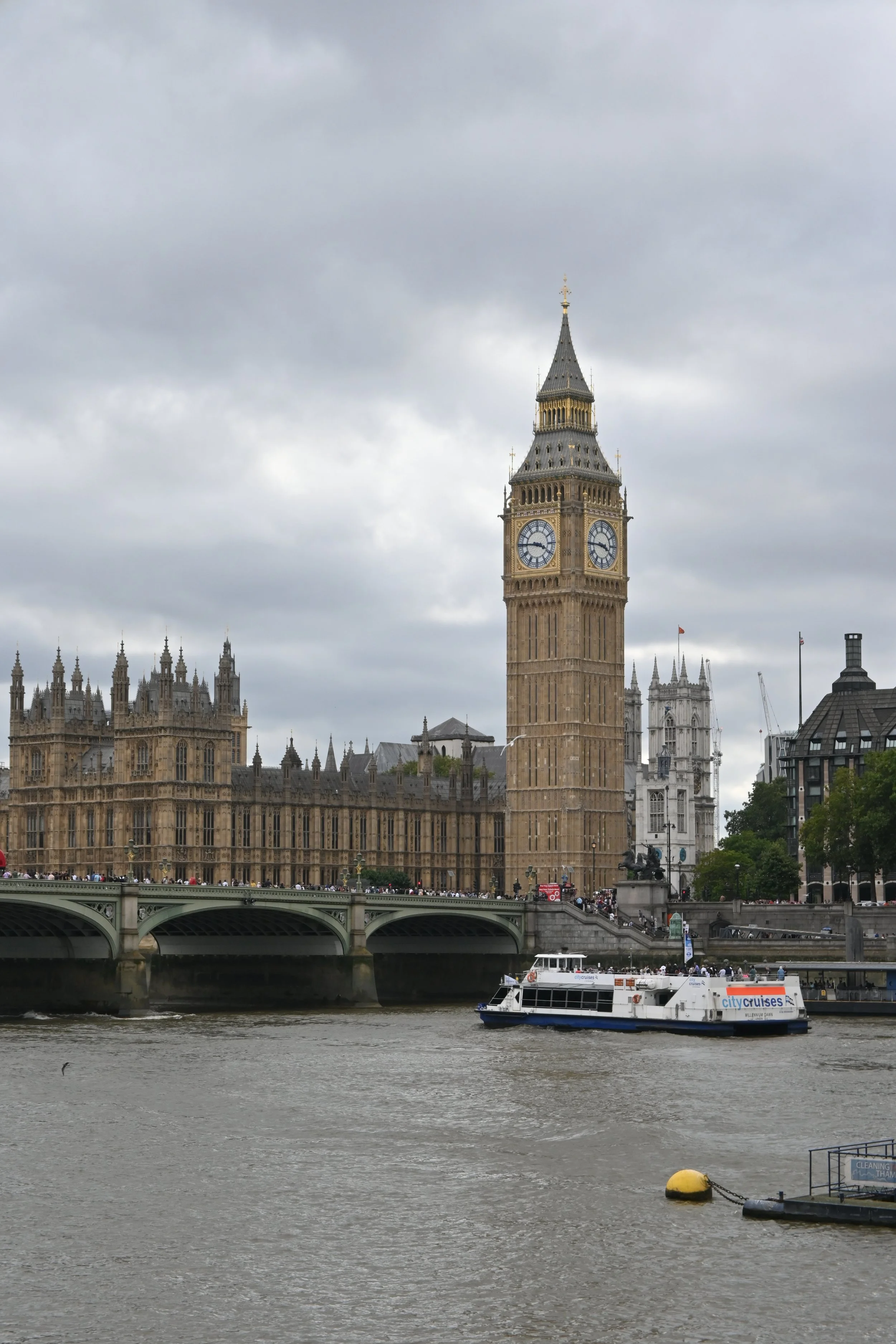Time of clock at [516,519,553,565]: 3:45
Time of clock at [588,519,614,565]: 3:45
